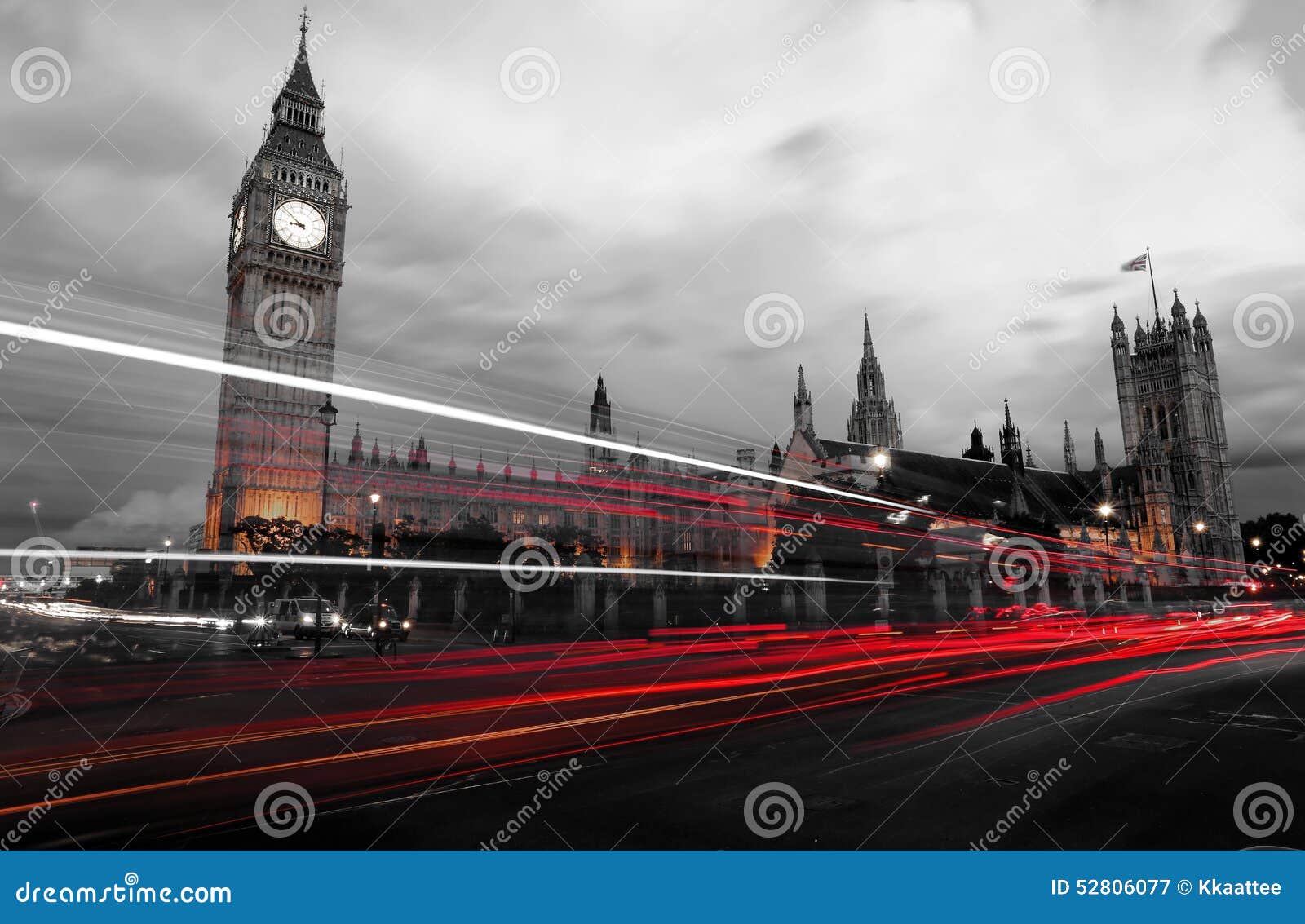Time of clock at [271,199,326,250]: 8:51
